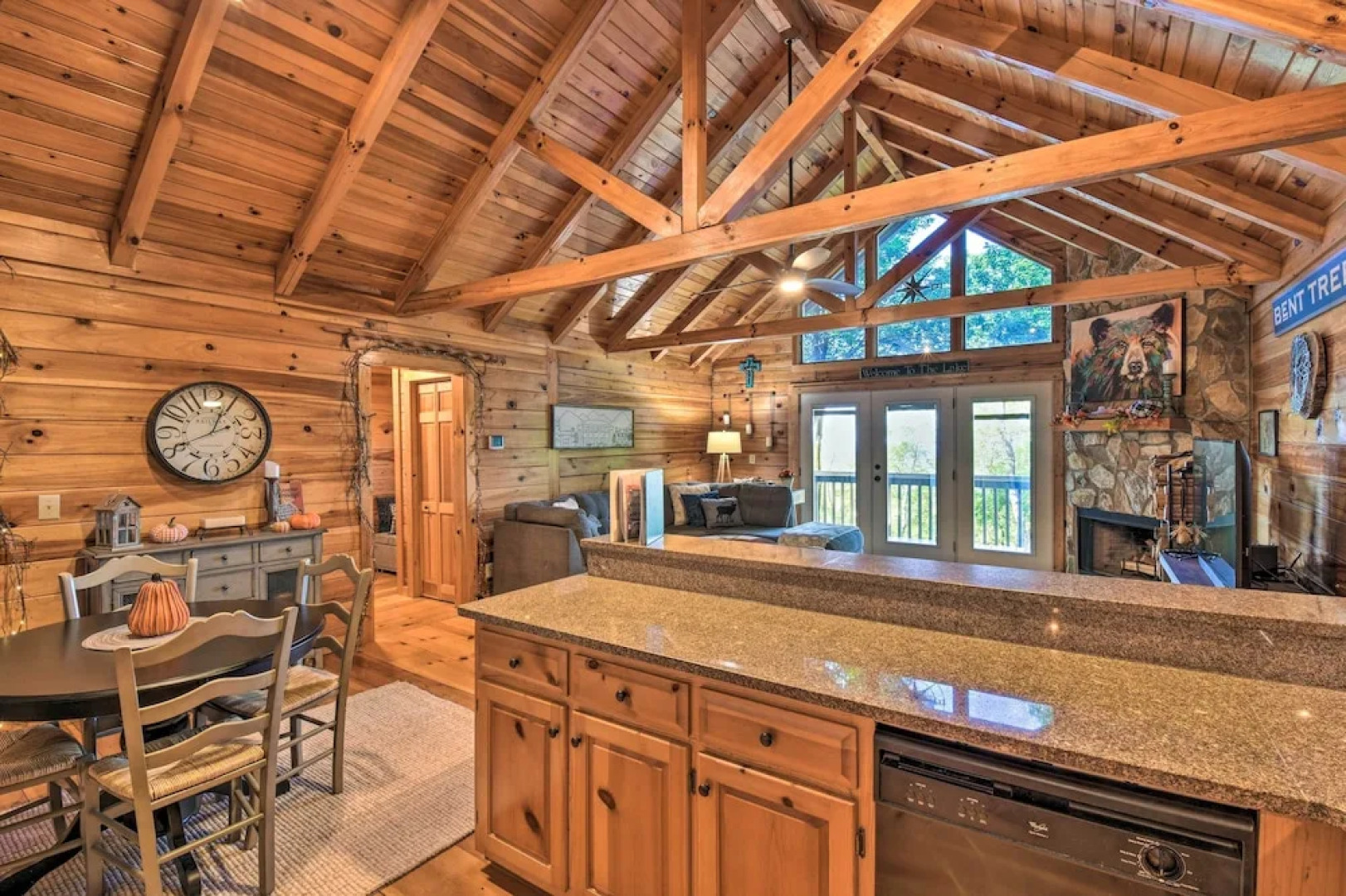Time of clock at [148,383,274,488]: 2:04
